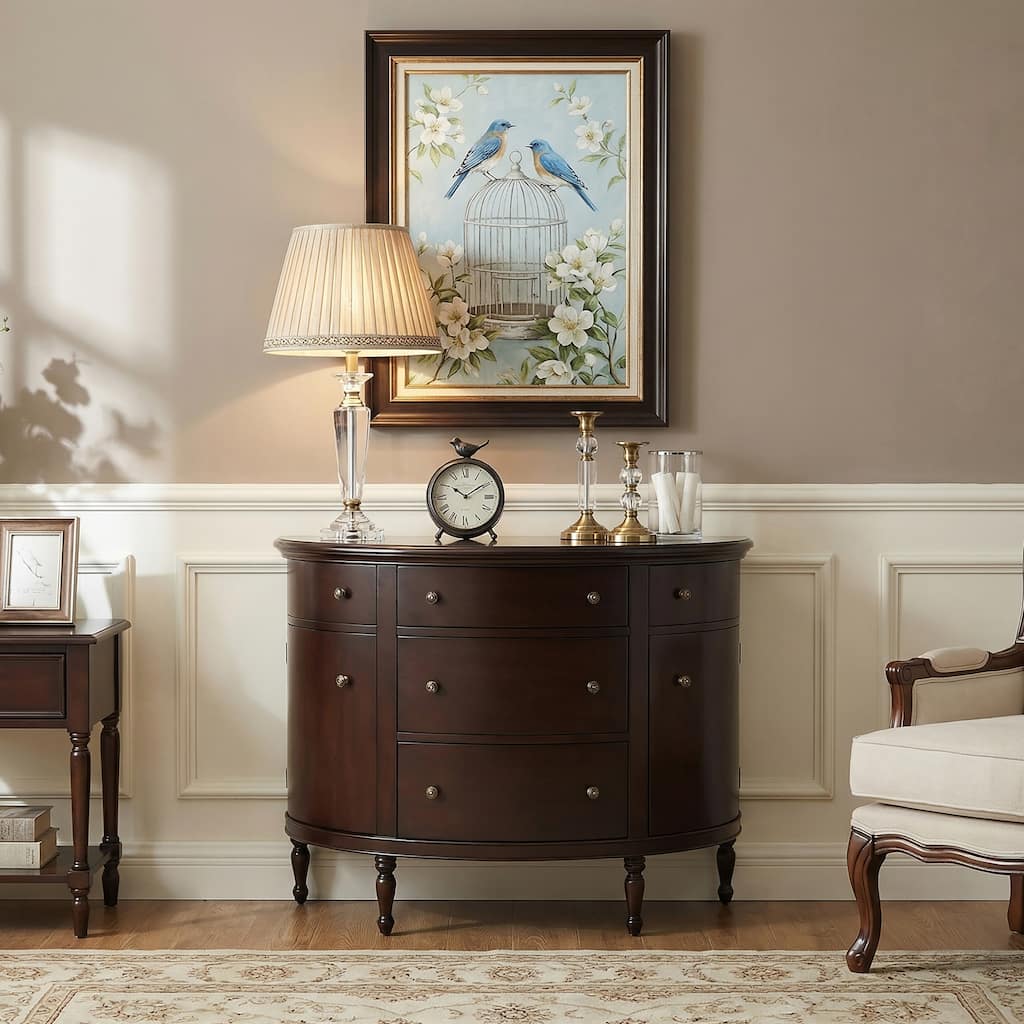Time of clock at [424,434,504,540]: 10:09
